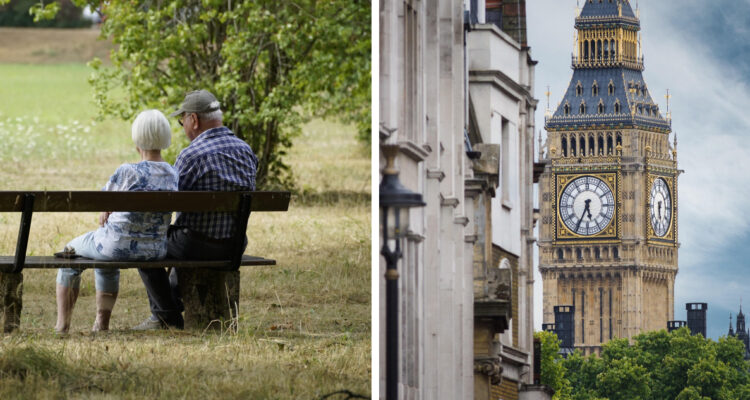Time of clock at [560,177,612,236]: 5:34
